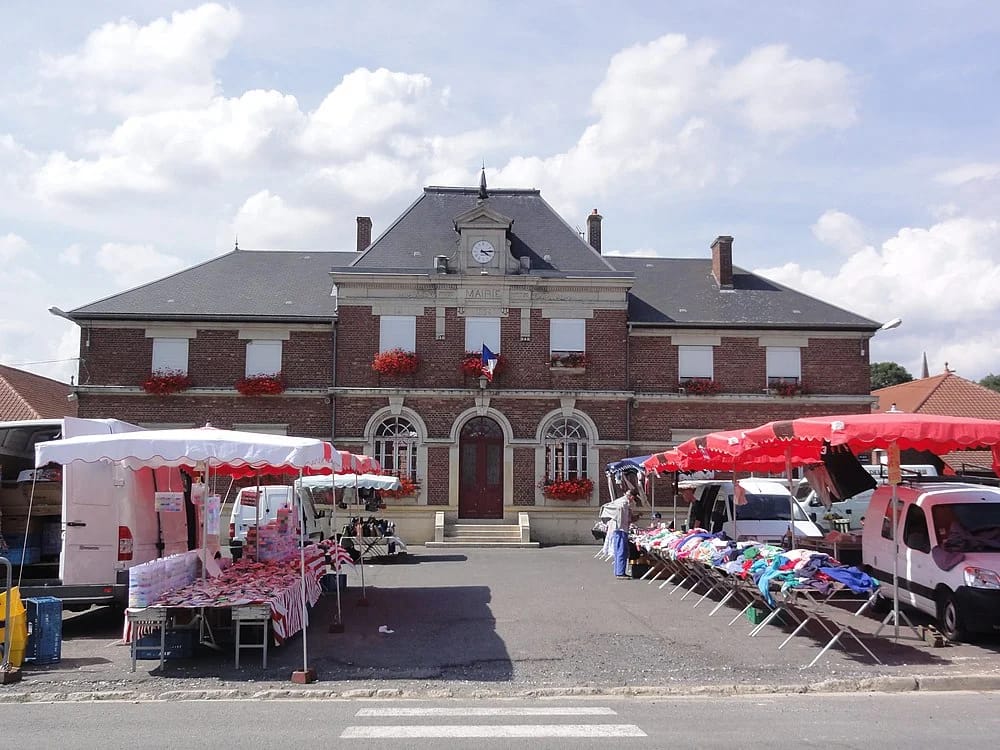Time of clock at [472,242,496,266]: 4:14
